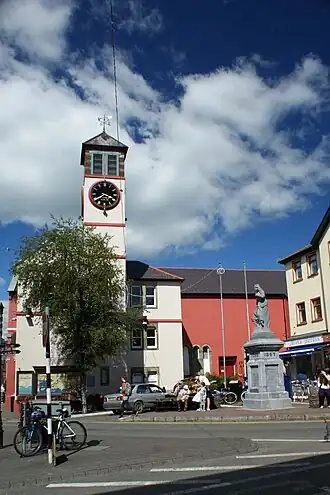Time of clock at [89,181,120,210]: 3:39
